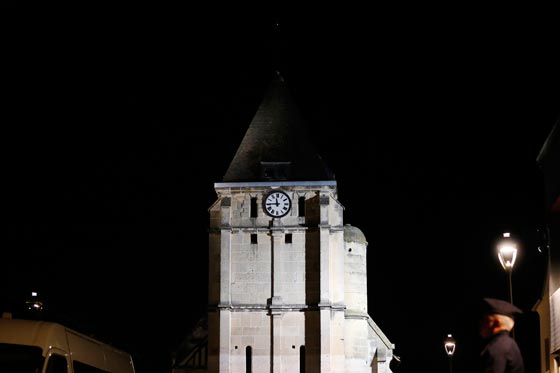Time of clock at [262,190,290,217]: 11:44
